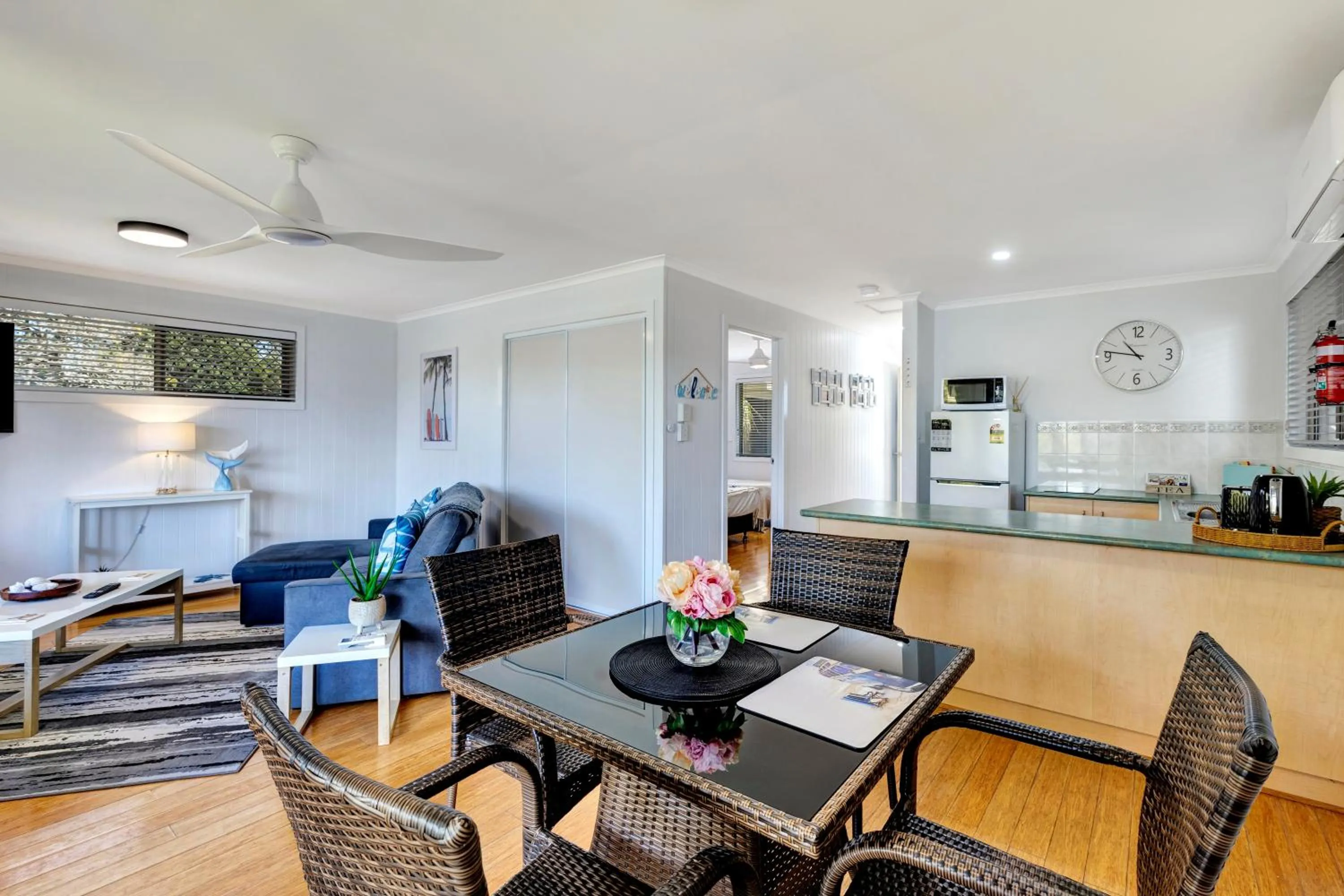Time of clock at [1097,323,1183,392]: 10:46
